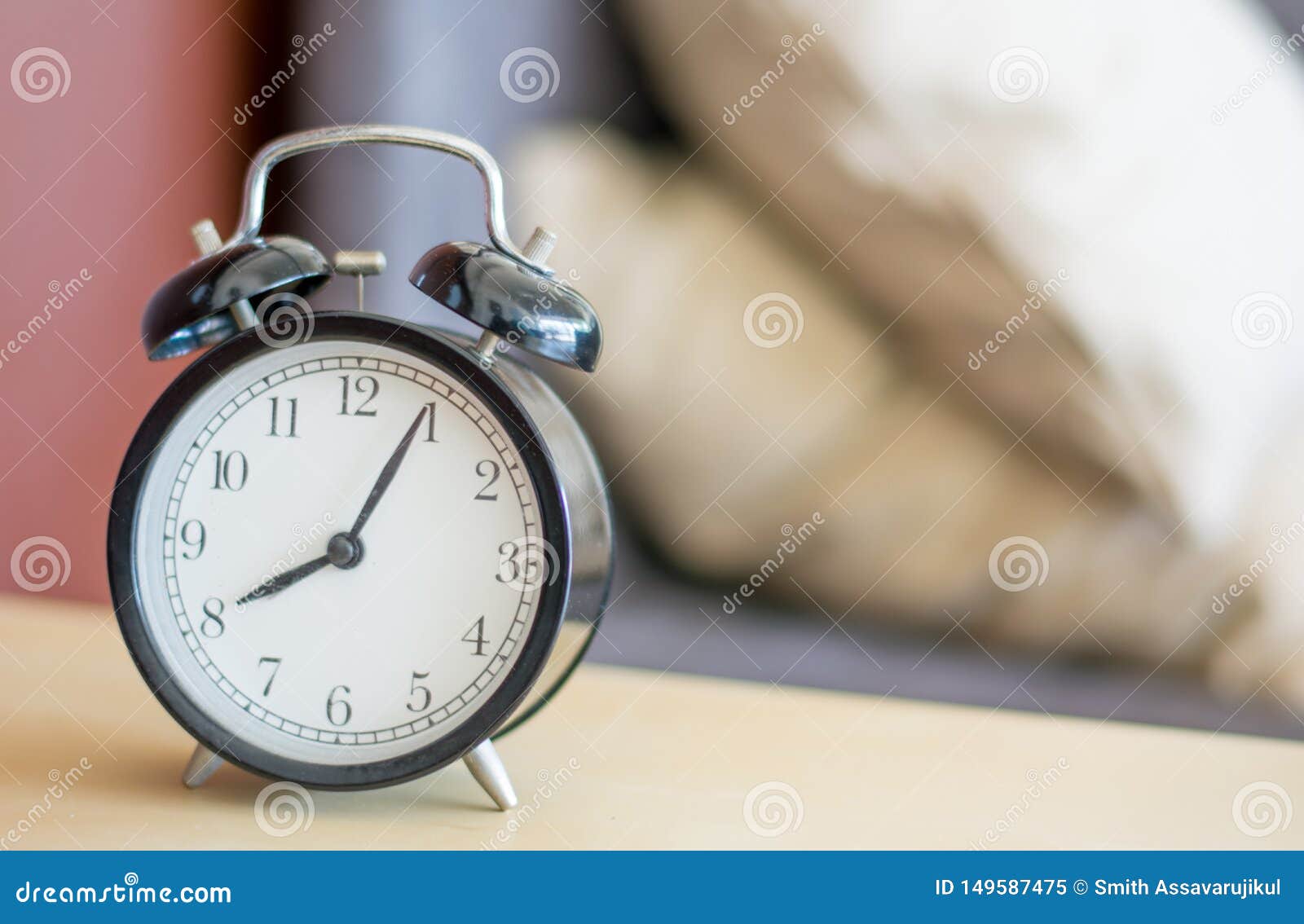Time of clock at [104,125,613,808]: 8:04
